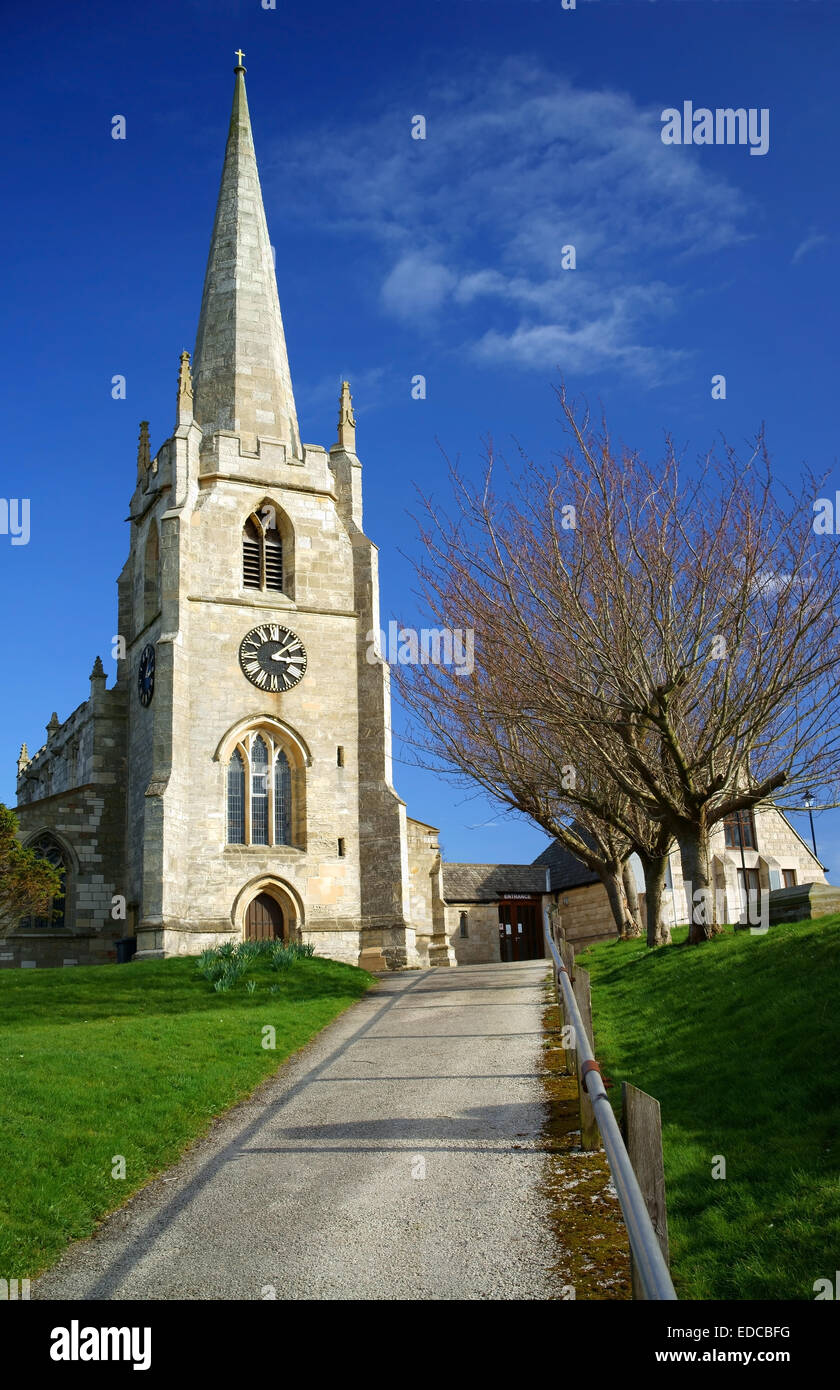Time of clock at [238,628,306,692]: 3:08
